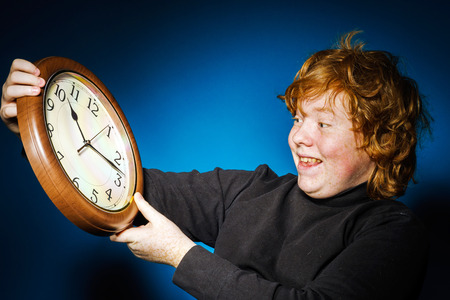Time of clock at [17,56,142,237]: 11:18
